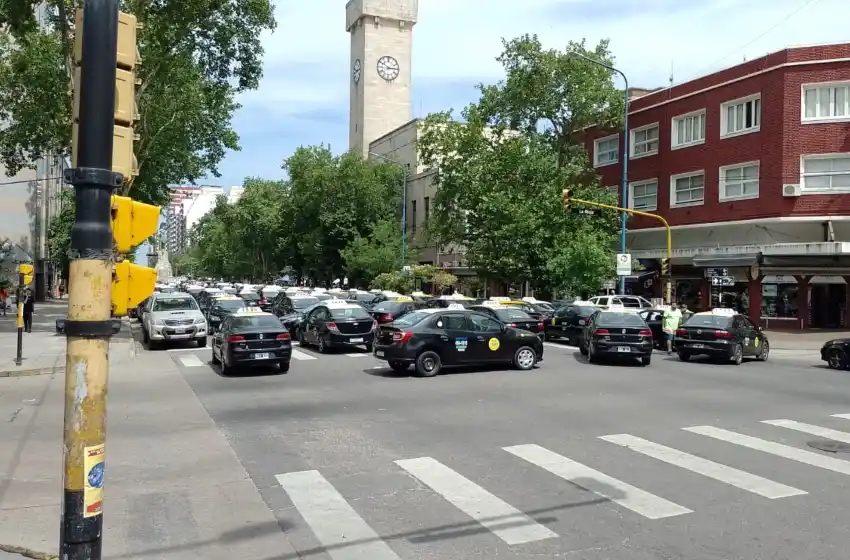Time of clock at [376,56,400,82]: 2:50
